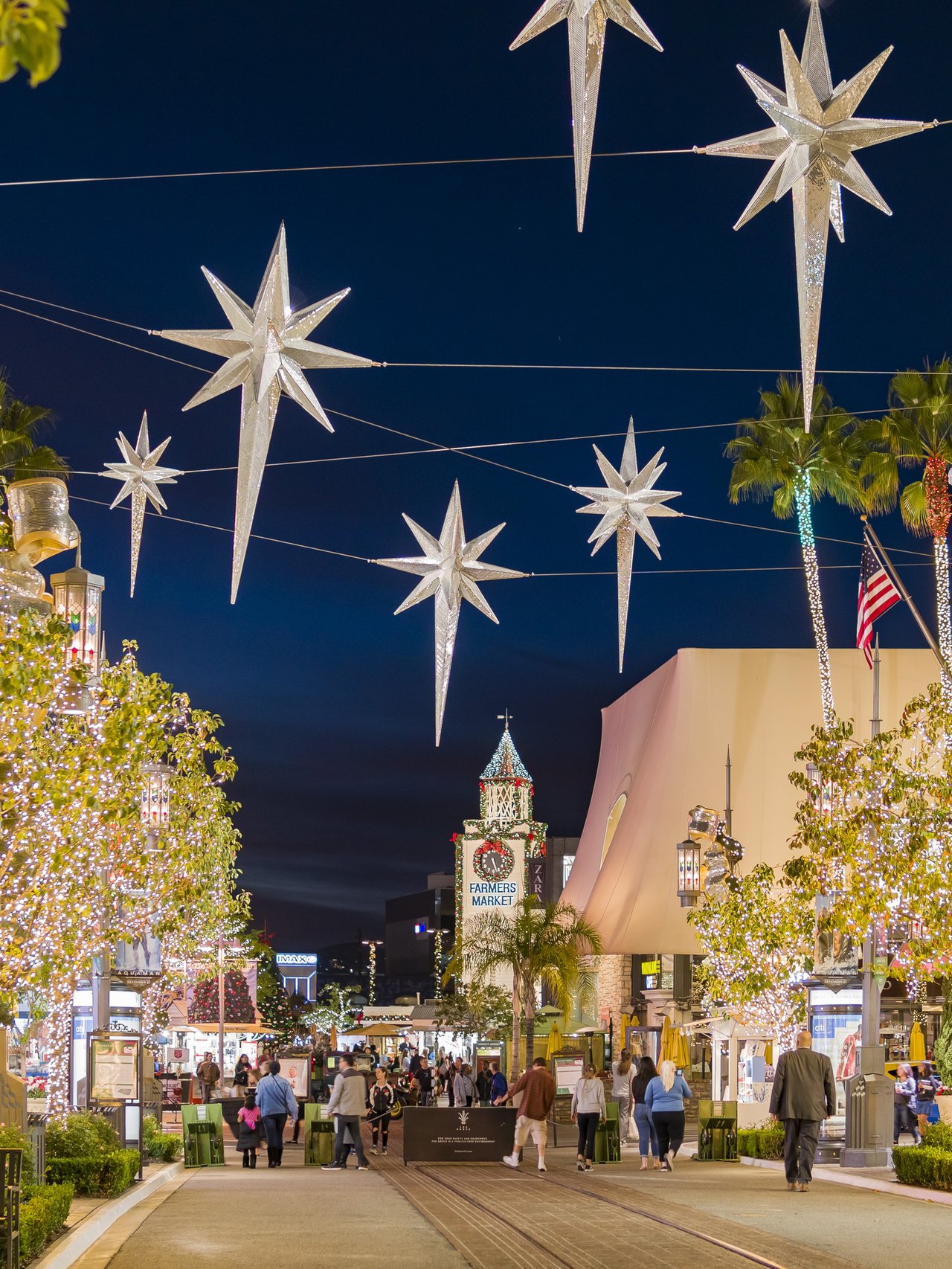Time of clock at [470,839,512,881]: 5:26
